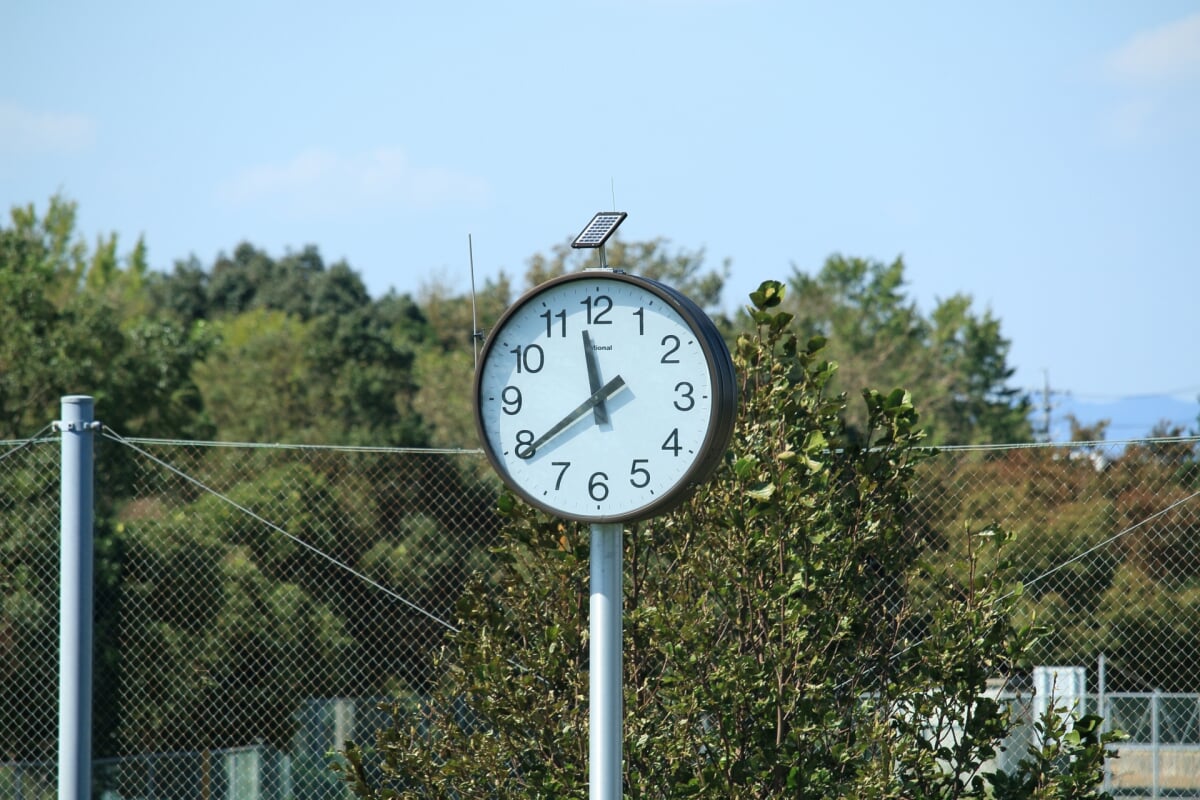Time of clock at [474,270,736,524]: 11:39
